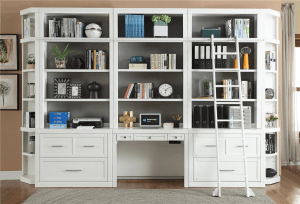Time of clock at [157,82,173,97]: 6:08
